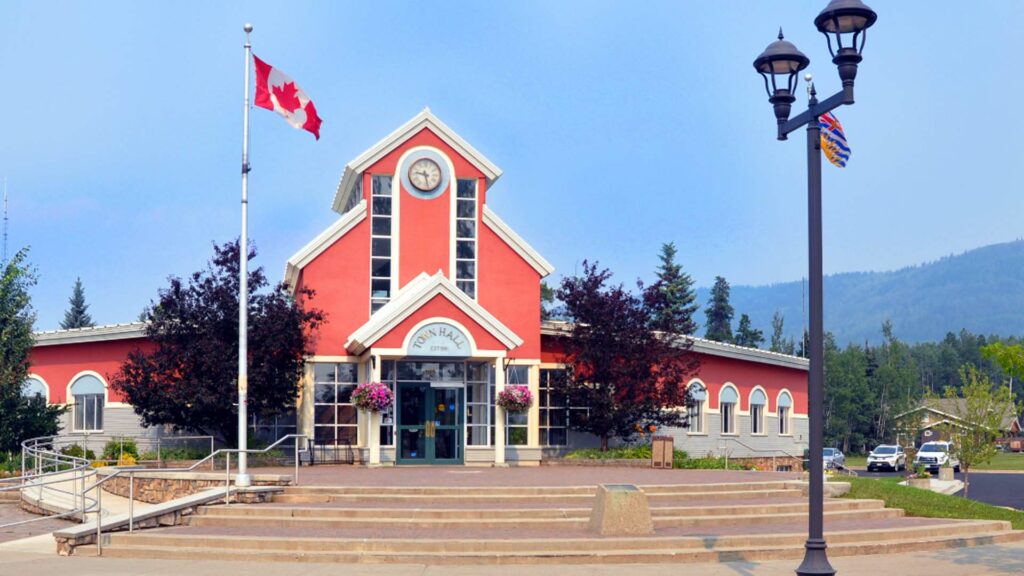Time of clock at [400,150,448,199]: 9:28
